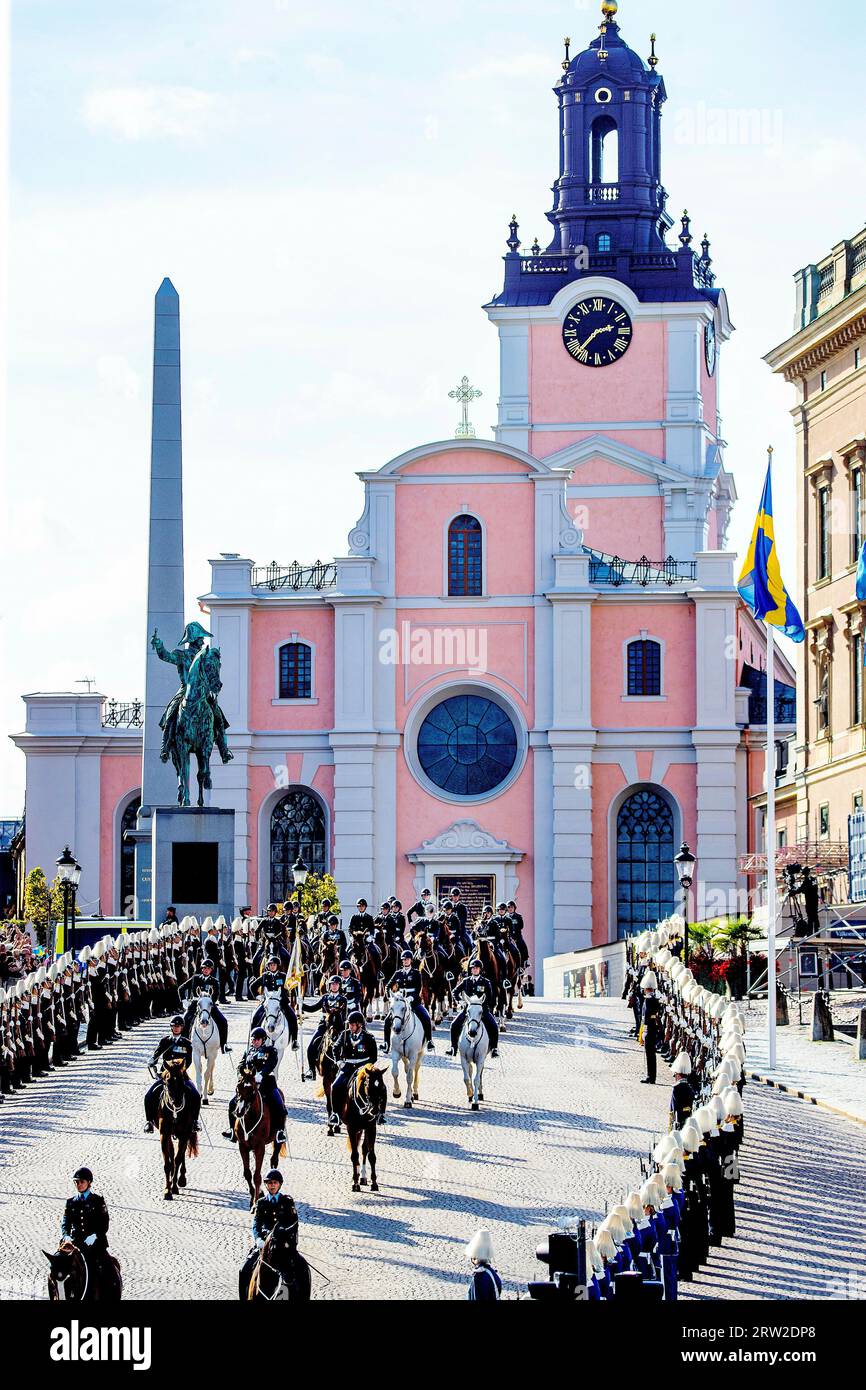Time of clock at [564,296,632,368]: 2:36
